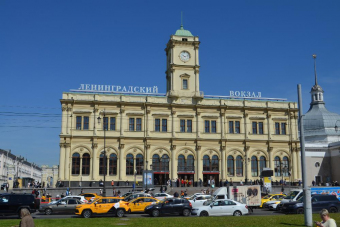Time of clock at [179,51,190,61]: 10:12
